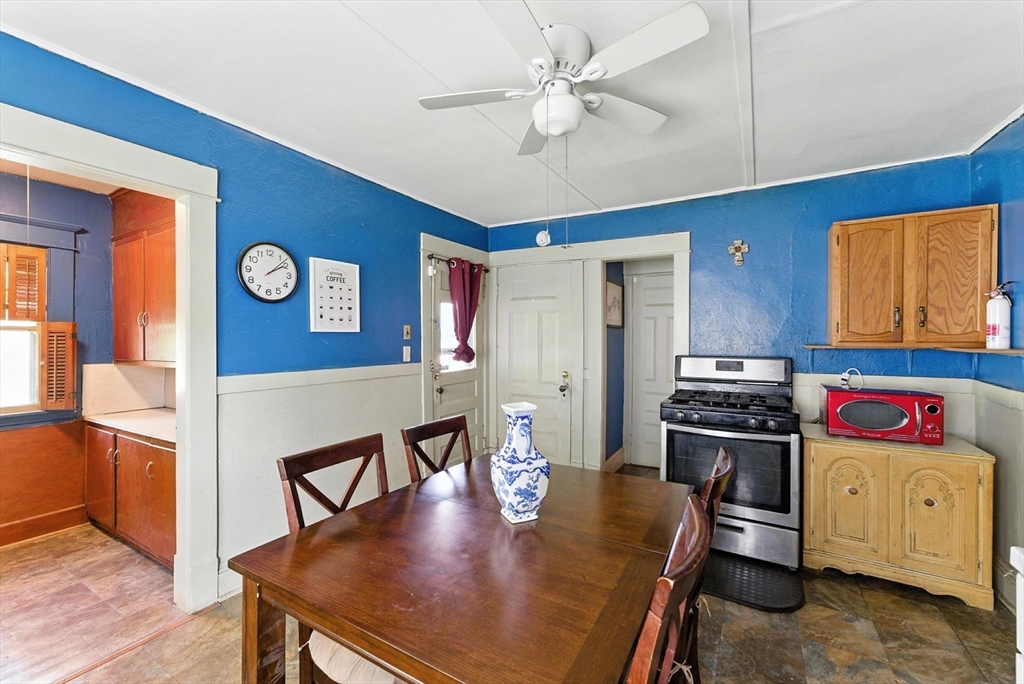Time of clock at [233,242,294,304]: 2:08
